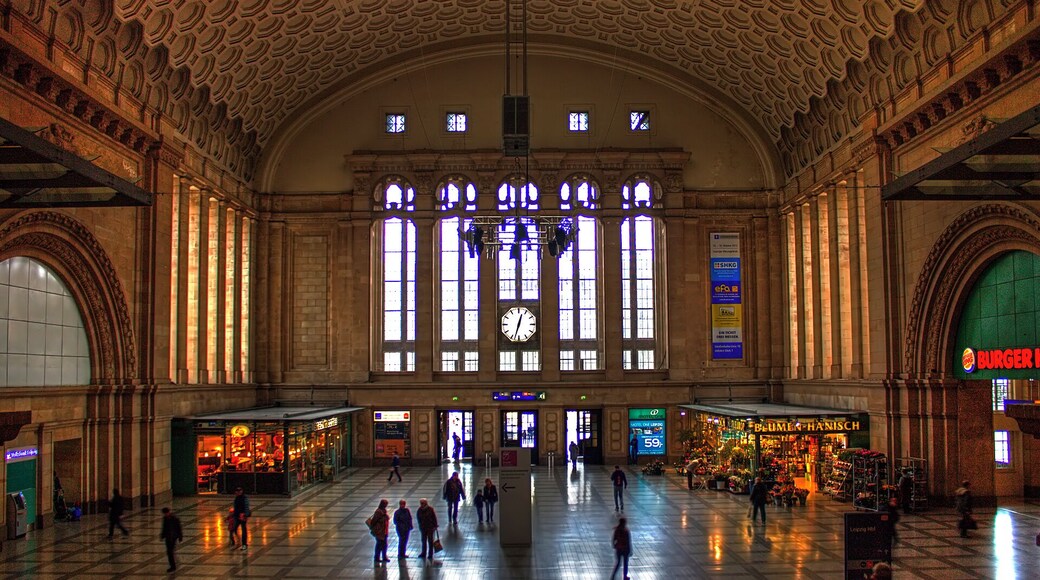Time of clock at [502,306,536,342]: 12:32
